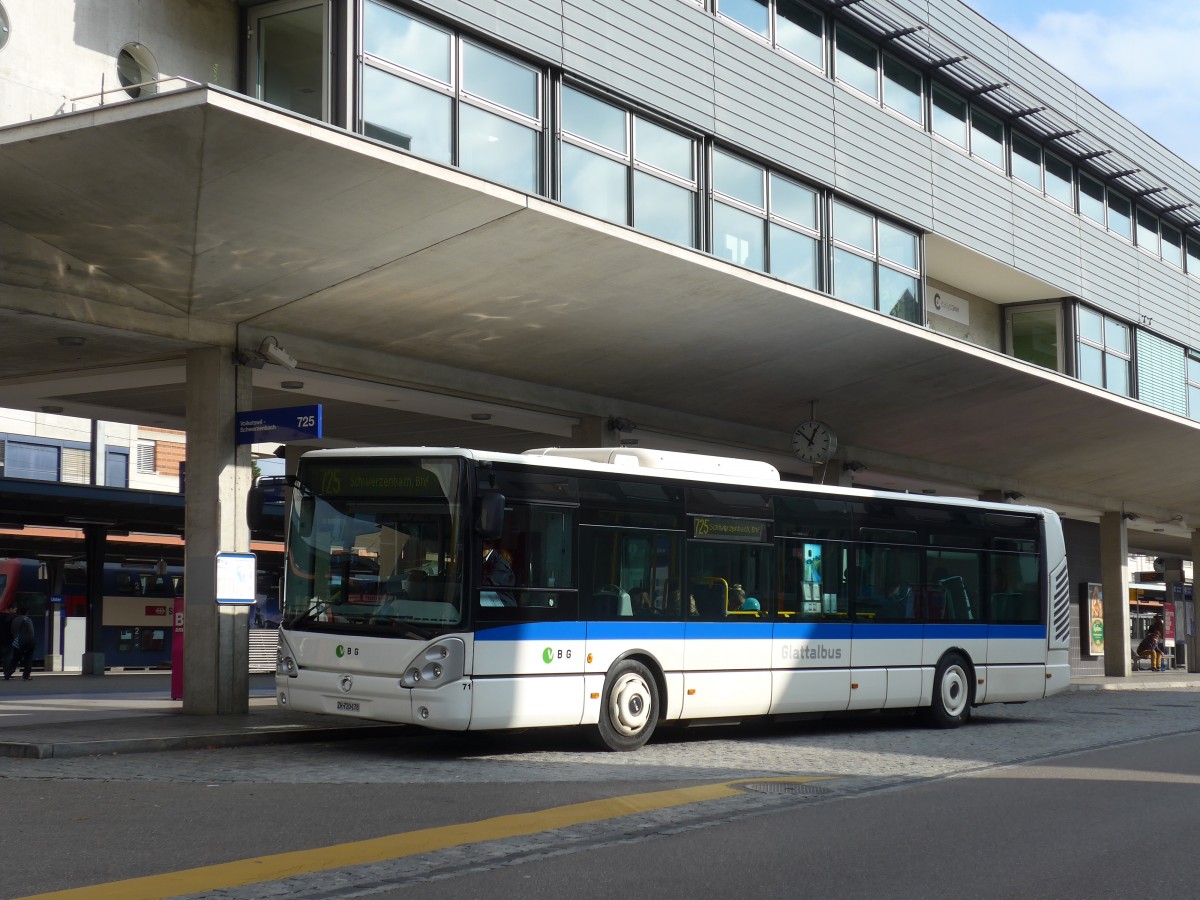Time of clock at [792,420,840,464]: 12:52
